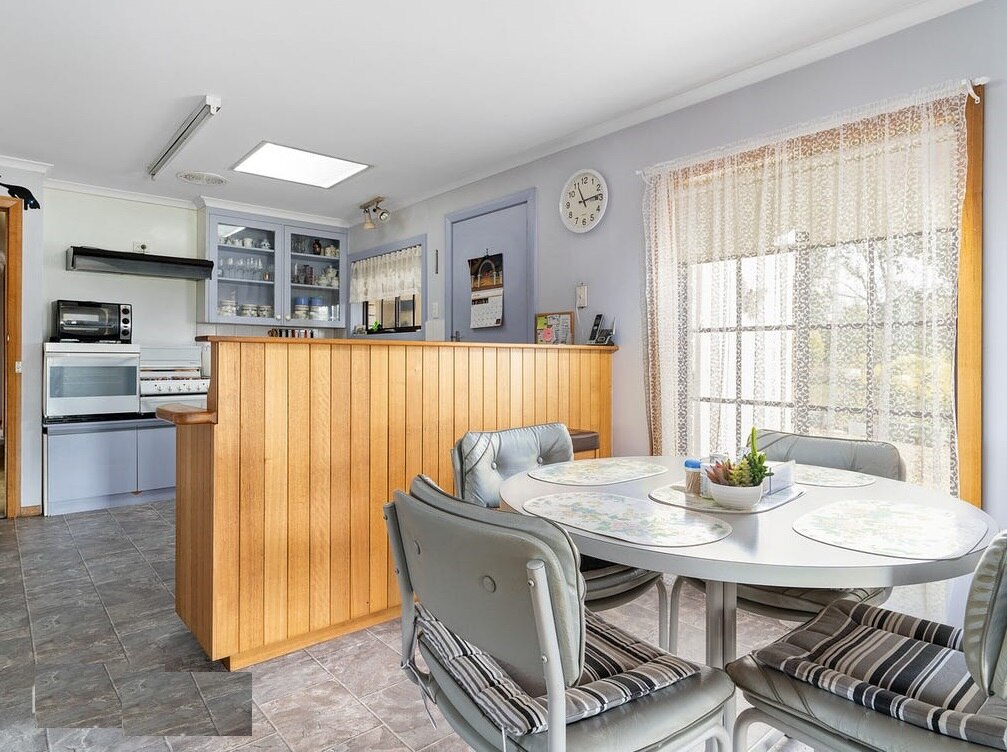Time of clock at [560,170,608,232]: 11:13
